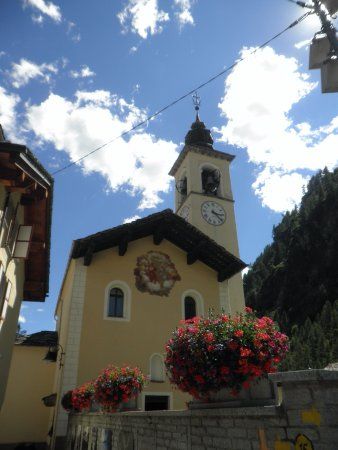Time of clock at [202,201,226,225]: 3:22
